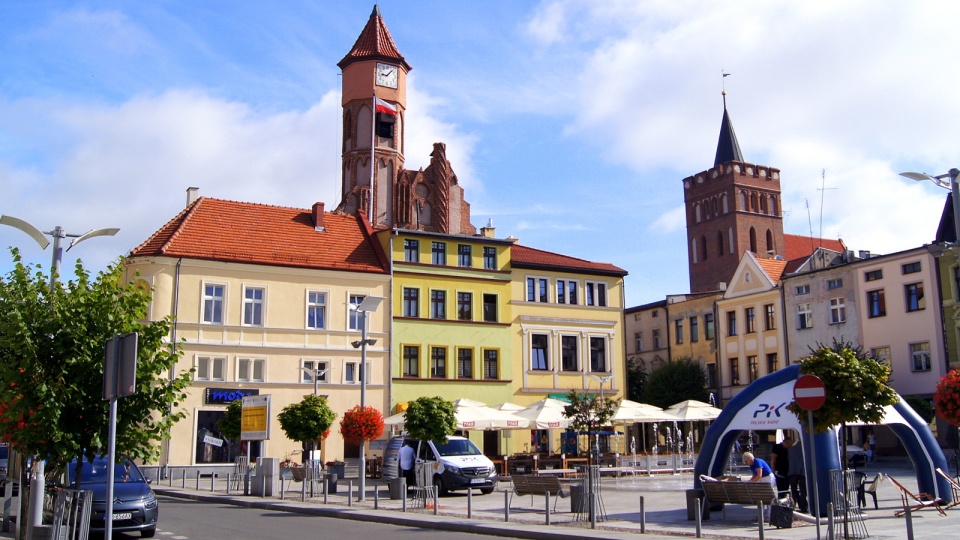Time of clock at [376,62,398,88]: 9:07
